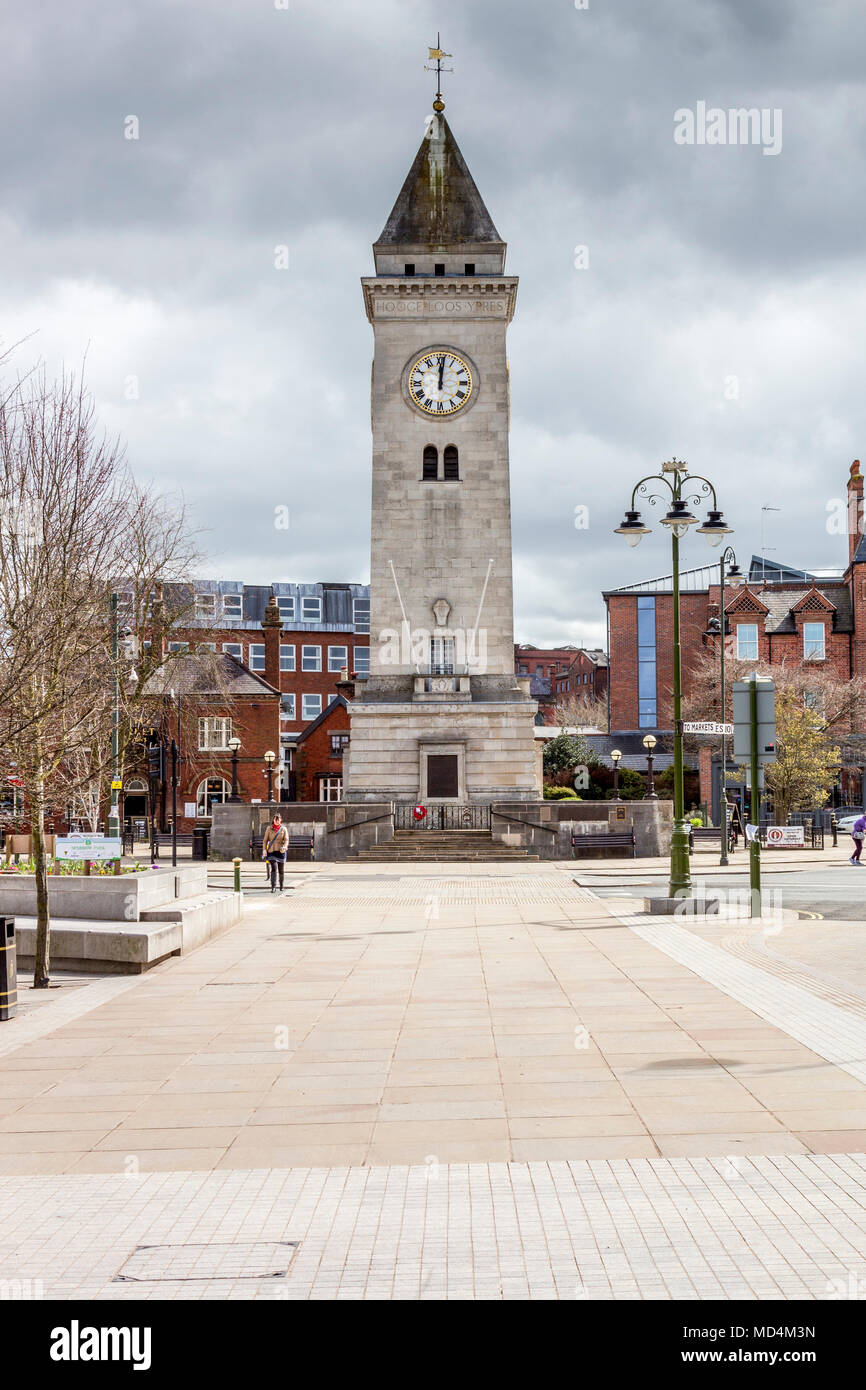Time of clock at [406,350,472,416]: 12:01
